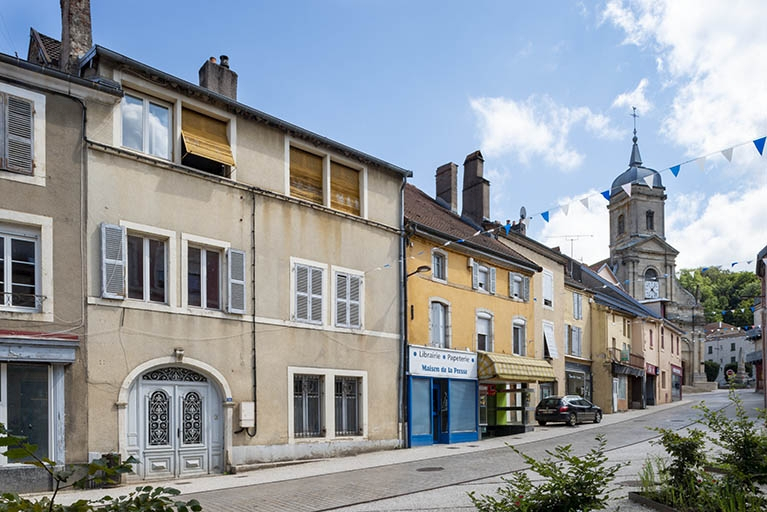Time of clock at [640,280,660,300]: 1:22
